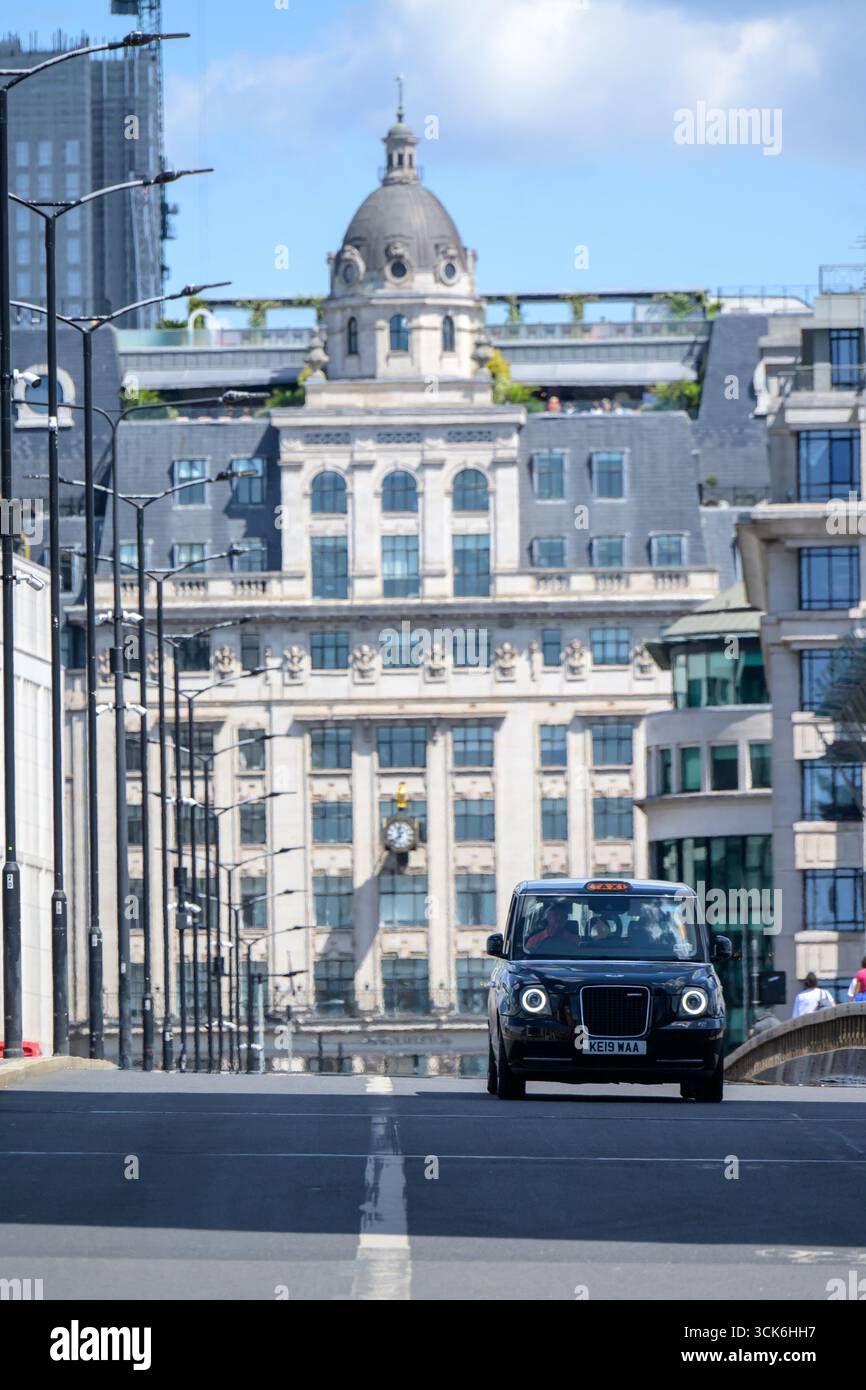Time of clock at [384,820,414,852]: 11:37
